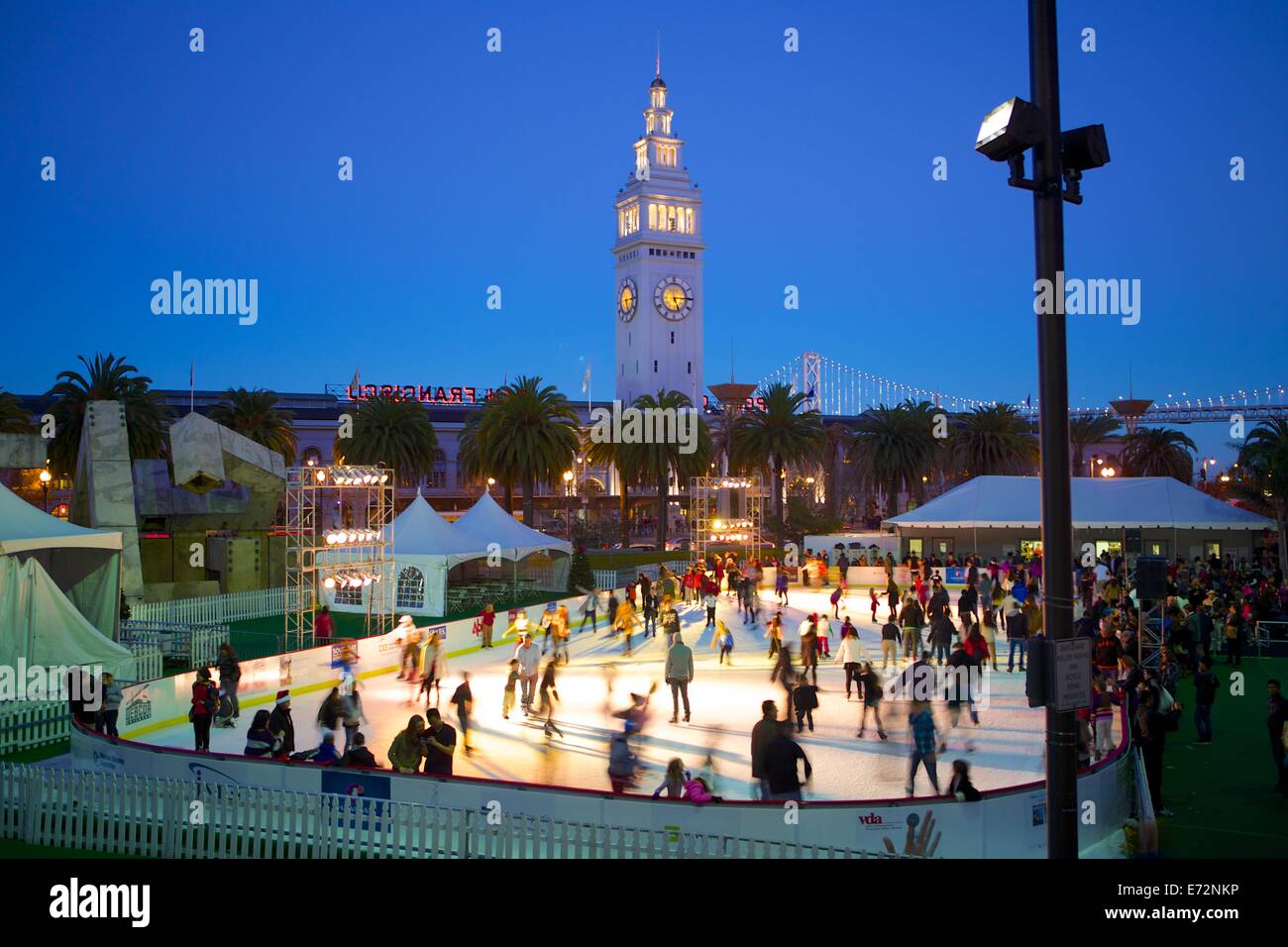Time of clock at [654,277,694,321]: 5:14
